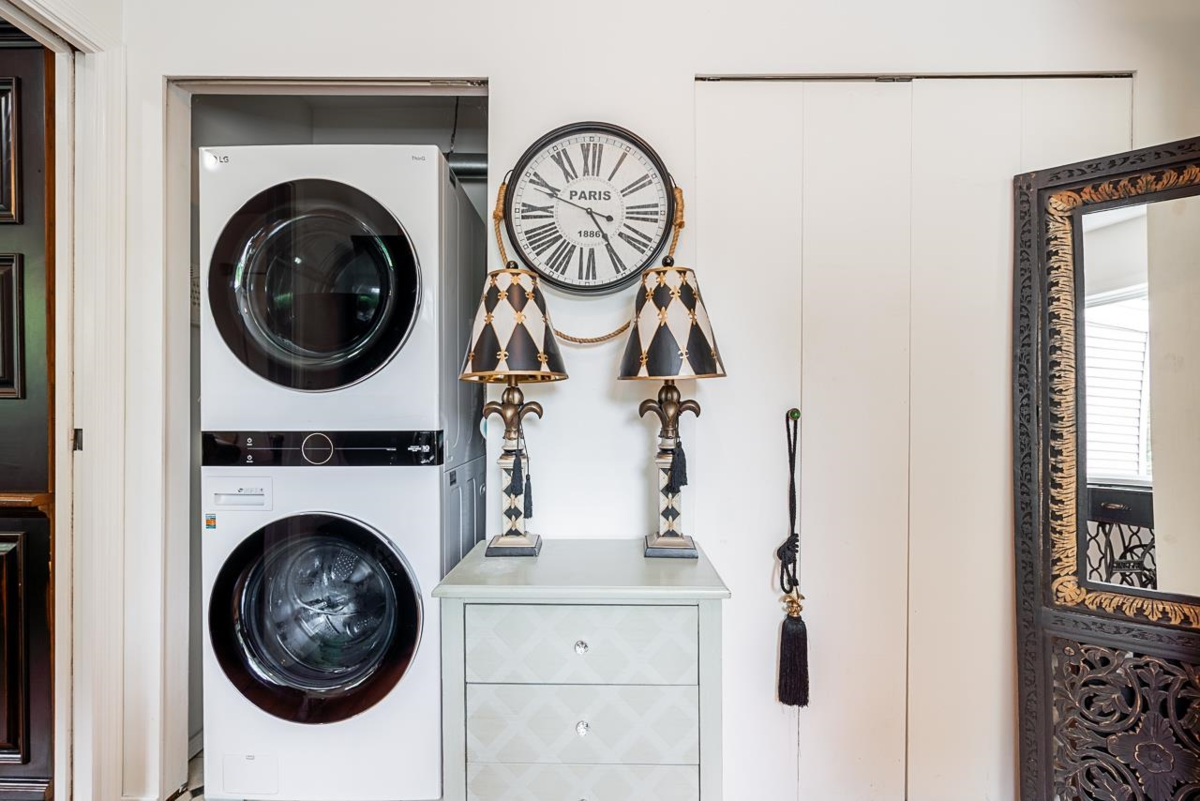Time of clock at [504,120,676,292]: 4:48
